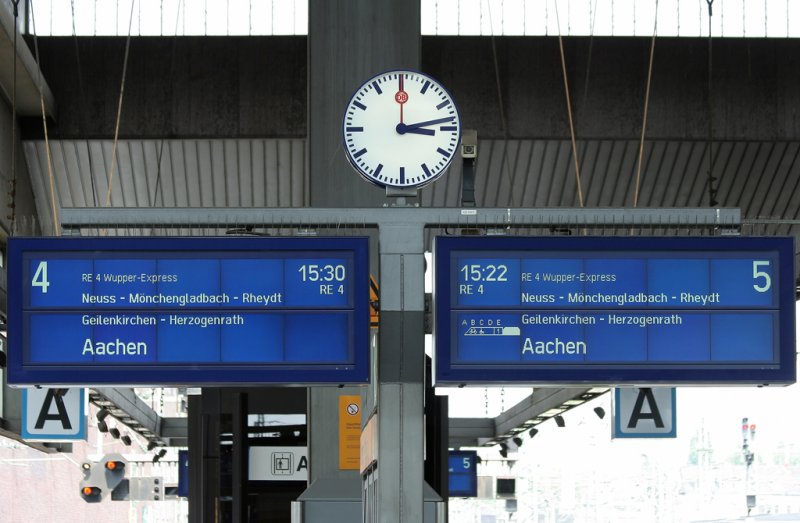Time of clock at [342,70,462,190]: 3:13
